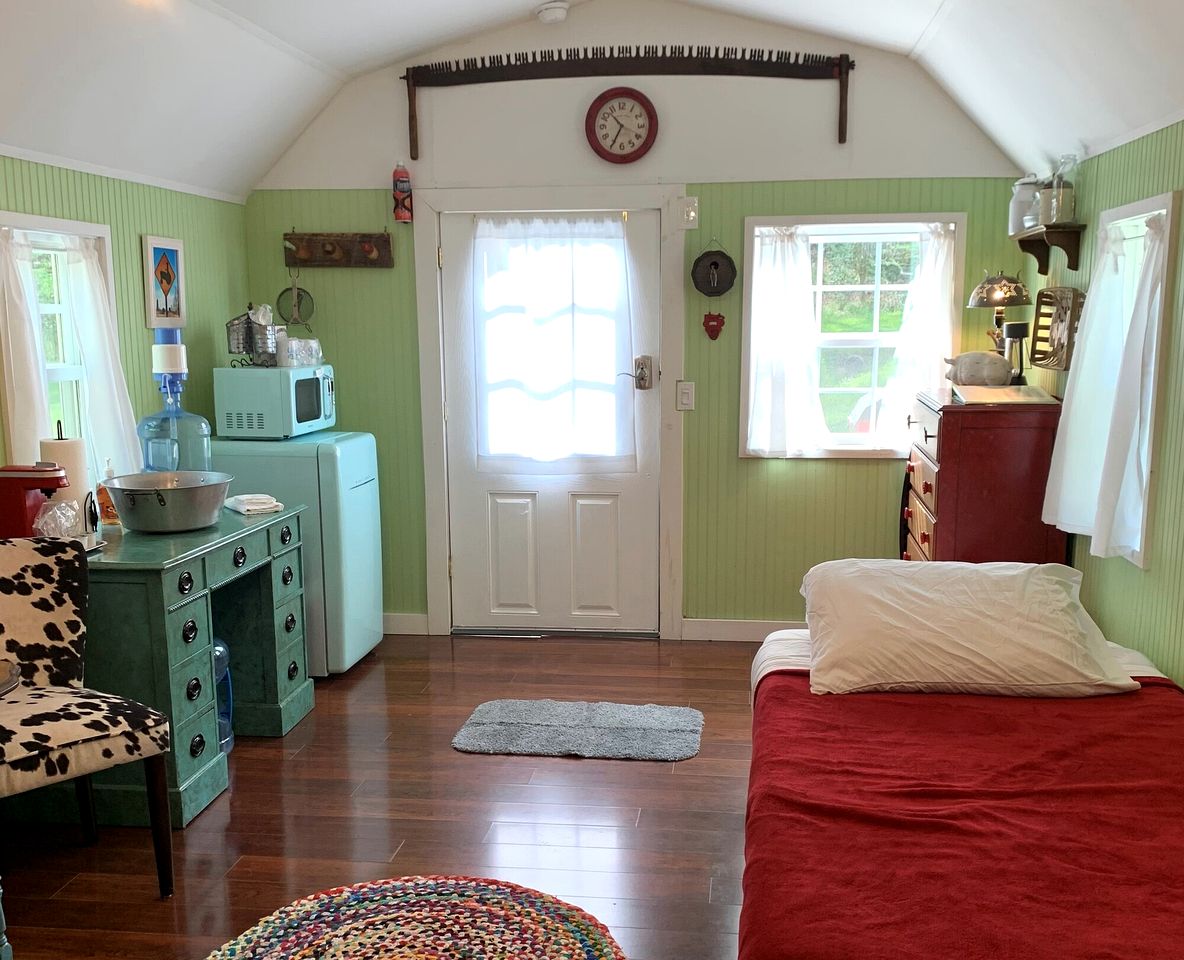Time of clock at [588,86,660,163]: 10:34
